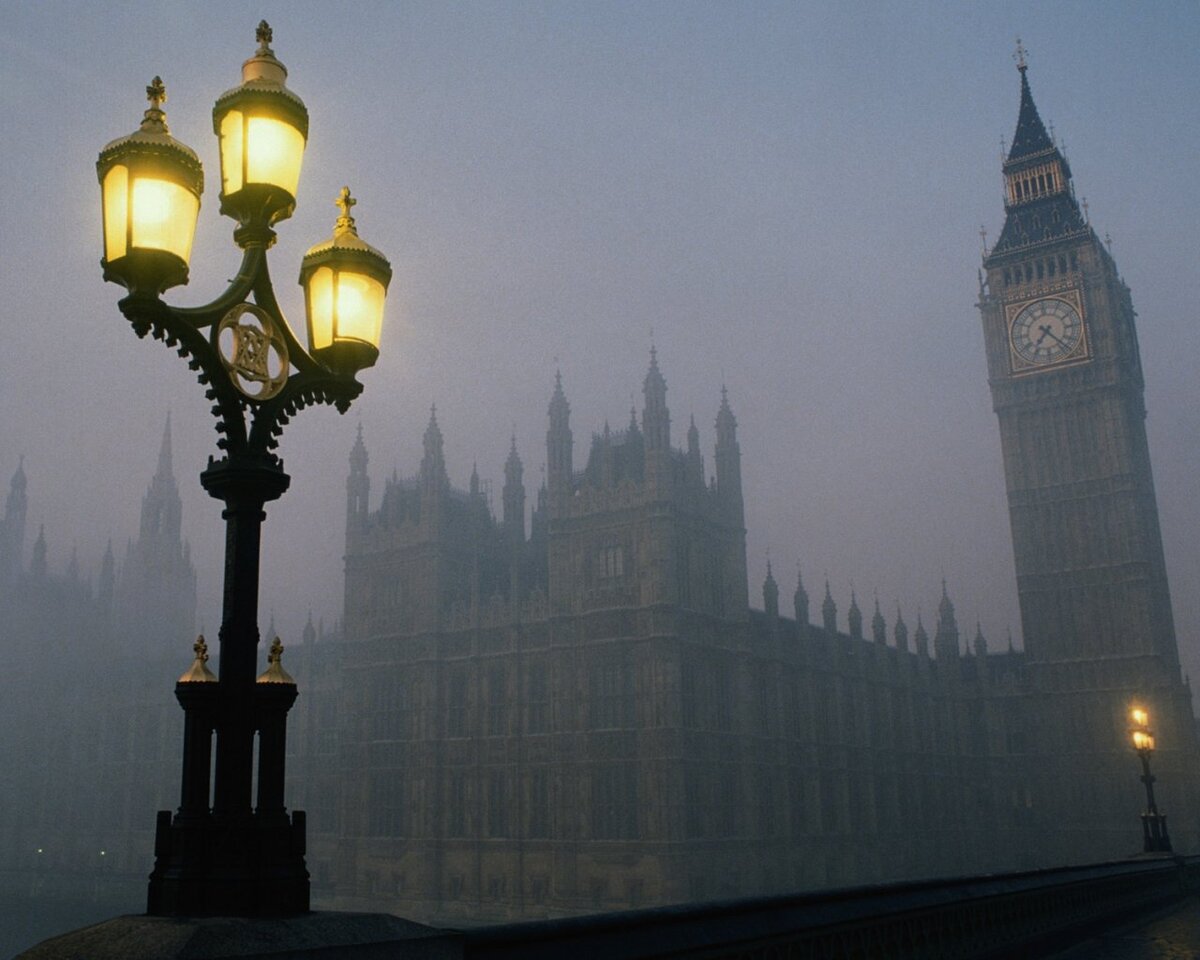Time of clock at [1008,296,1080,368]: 7:23
